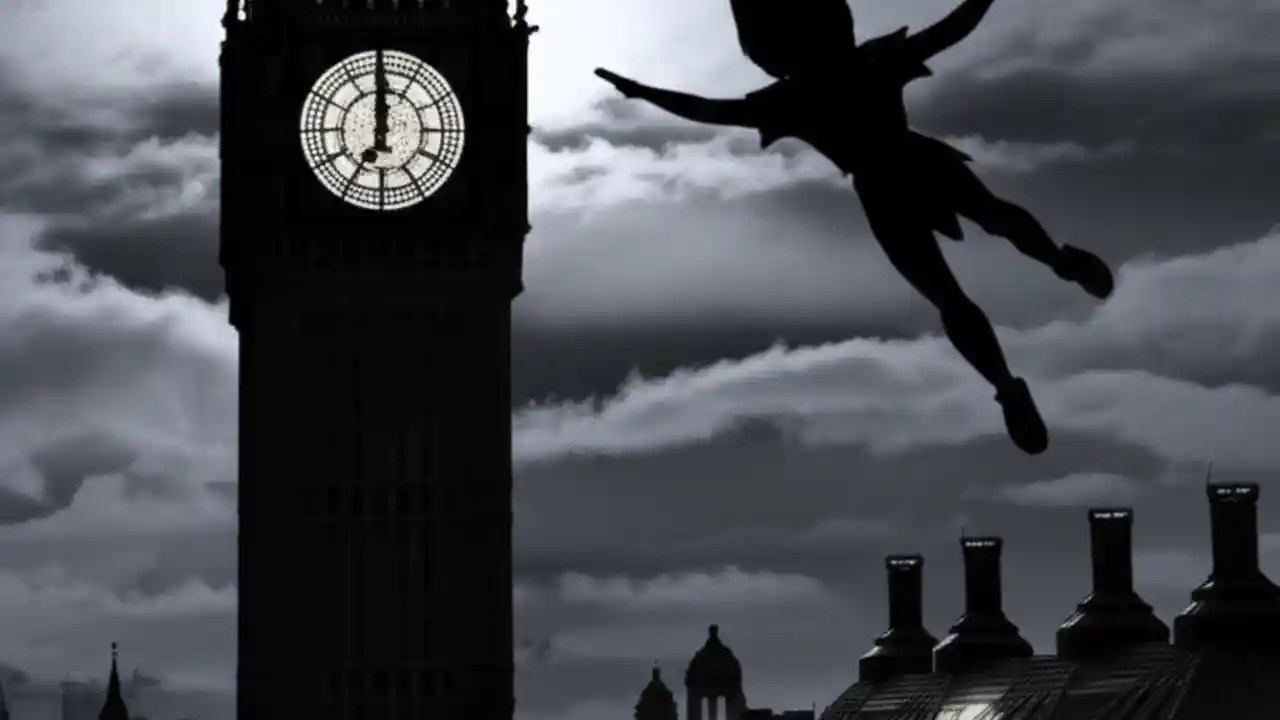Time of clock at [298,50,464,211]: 6:59
